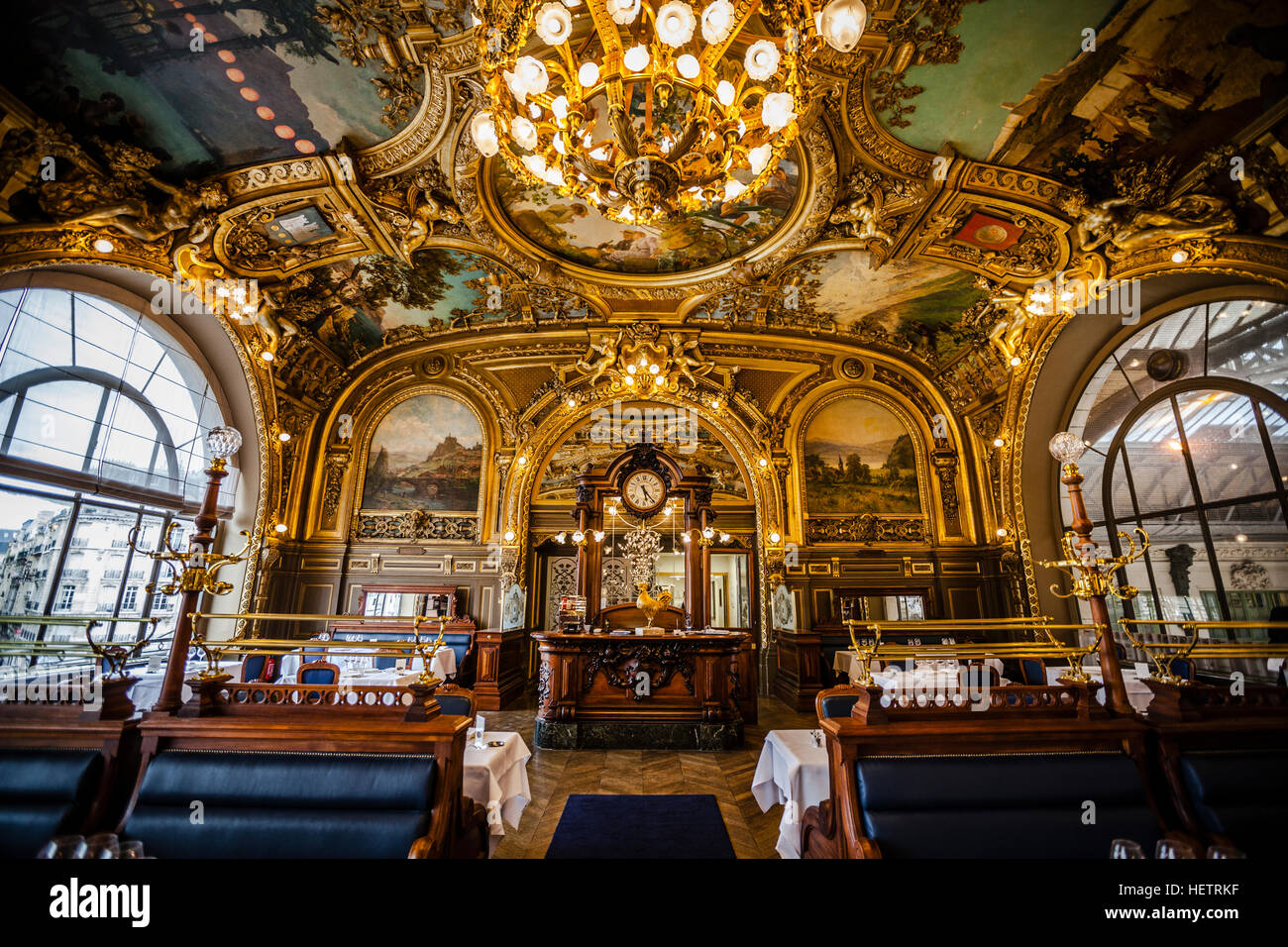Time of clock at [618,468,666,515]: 5:23
